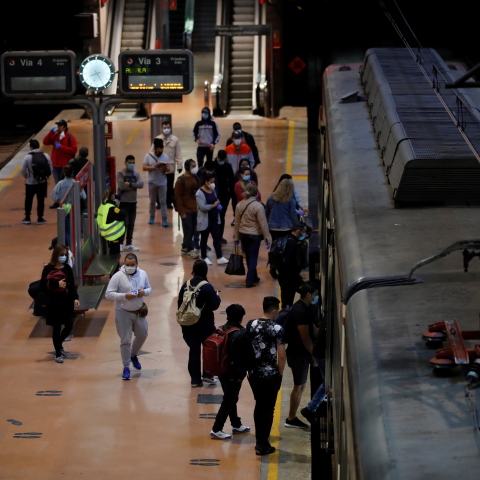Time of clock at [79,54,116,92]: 8:24
